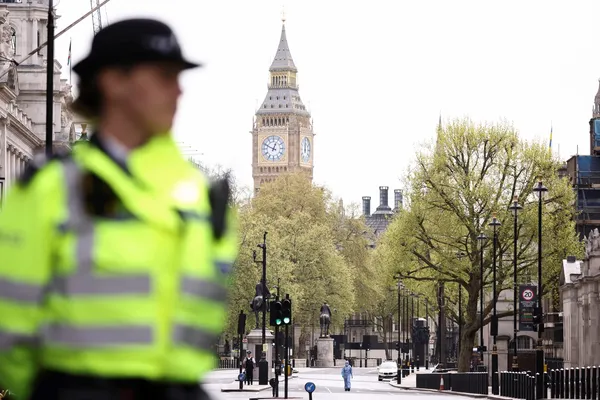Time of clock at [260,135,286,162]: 12:49
